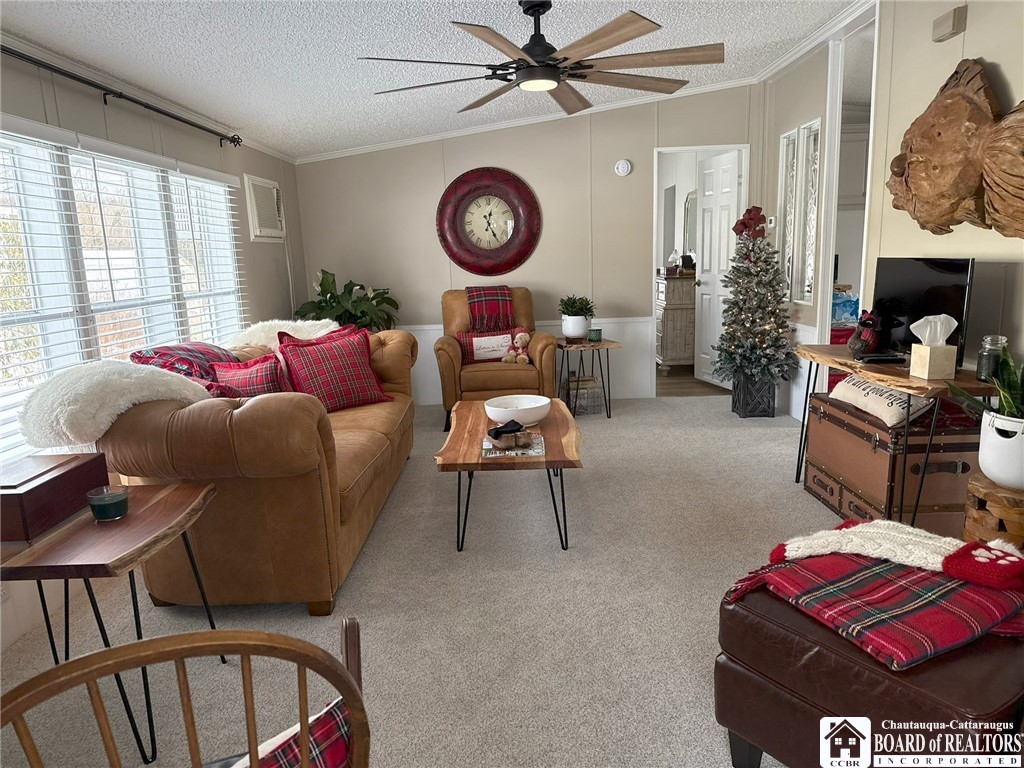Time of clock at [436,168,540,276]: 12:24
